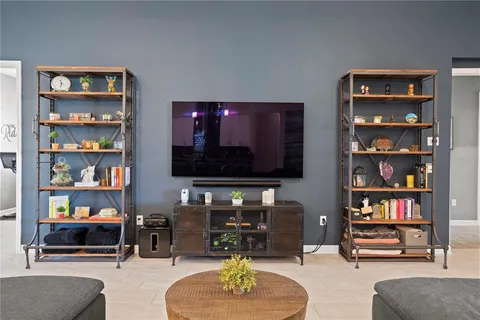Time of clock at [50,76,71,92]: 11:32
